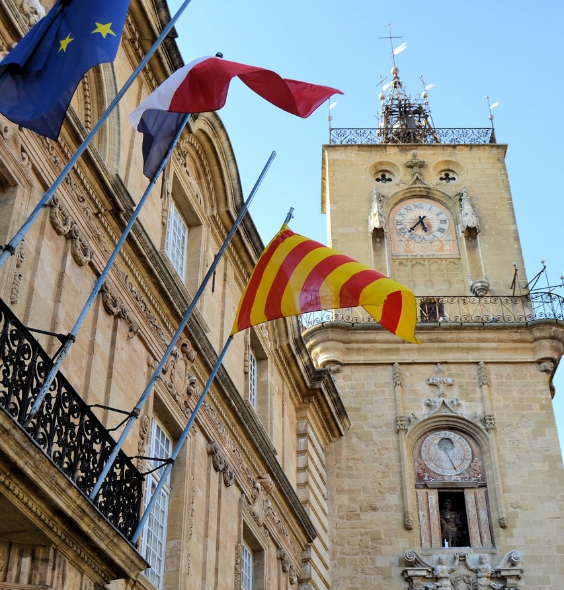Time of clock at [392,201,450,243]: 5:36
